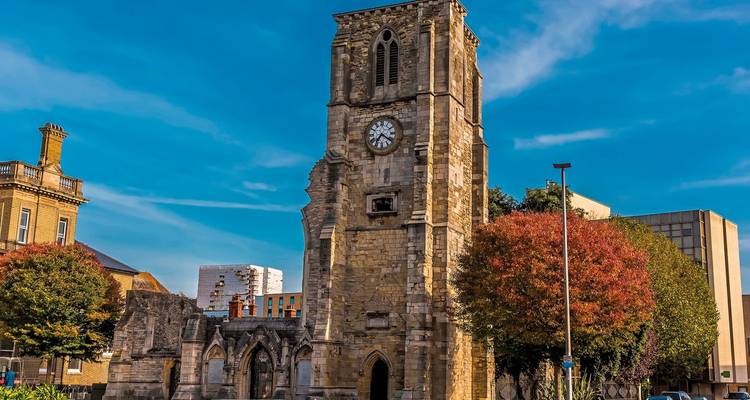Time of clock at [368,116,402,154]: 7:21
